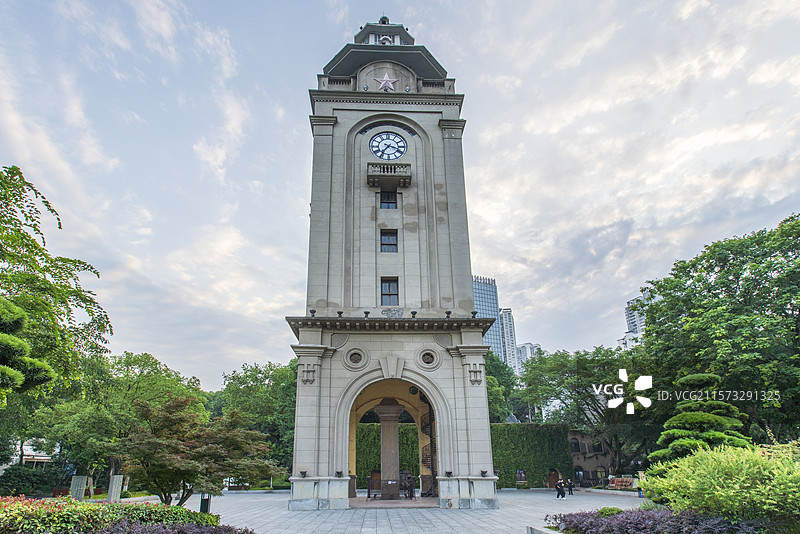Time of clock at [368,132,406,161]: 3:36
